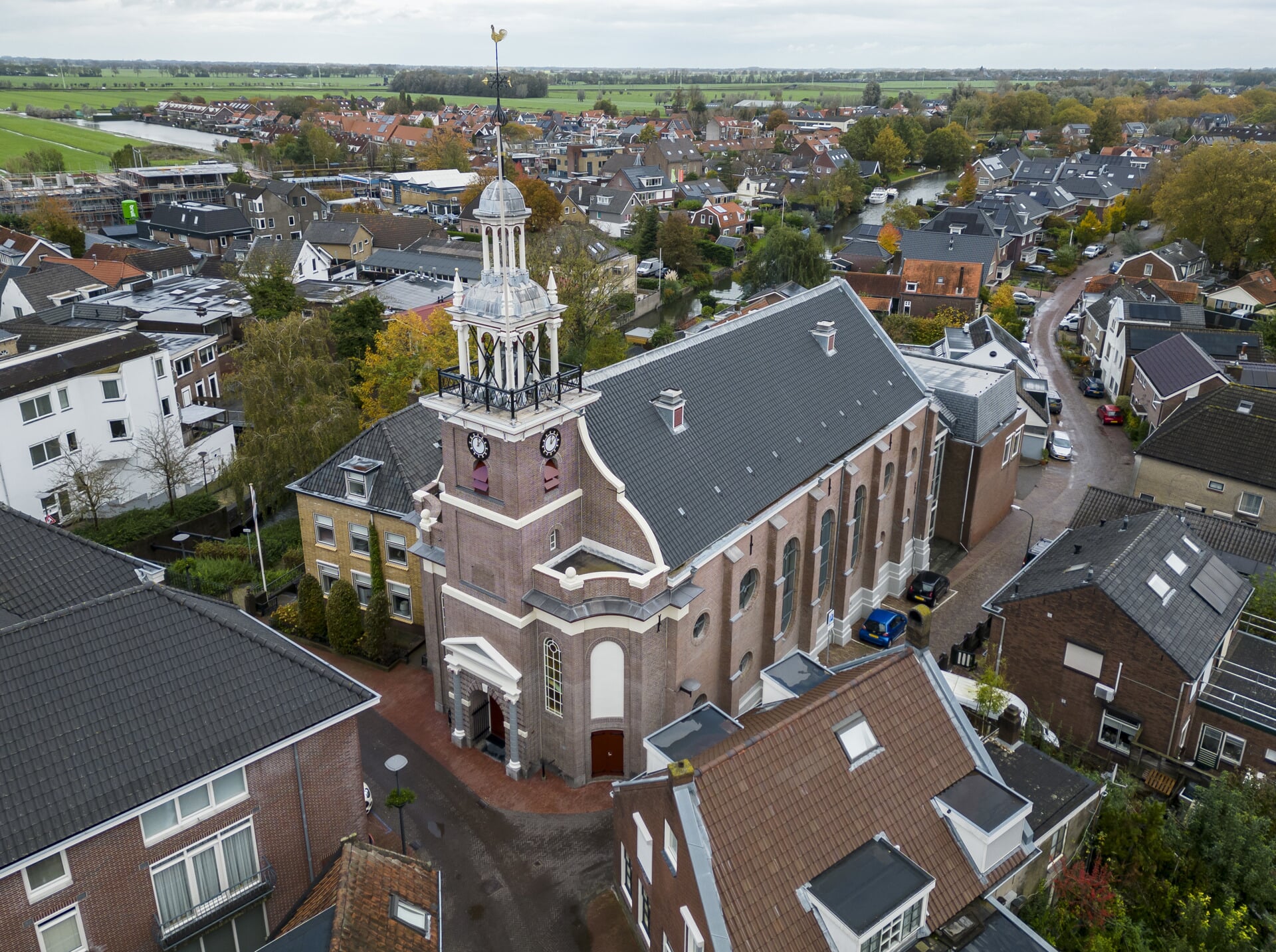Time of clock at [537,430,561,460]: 12:07
